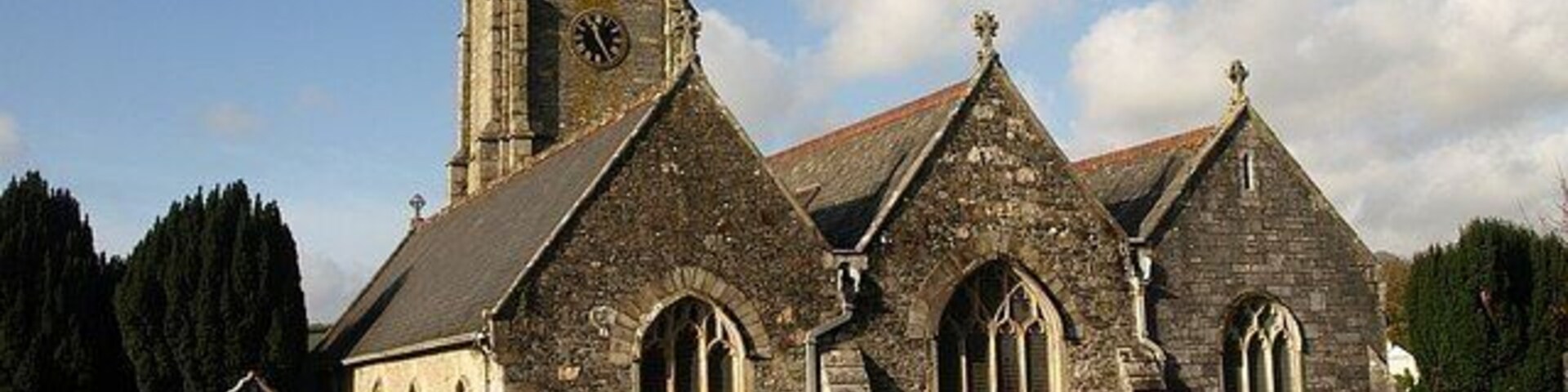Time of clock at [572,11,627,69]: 11:25
